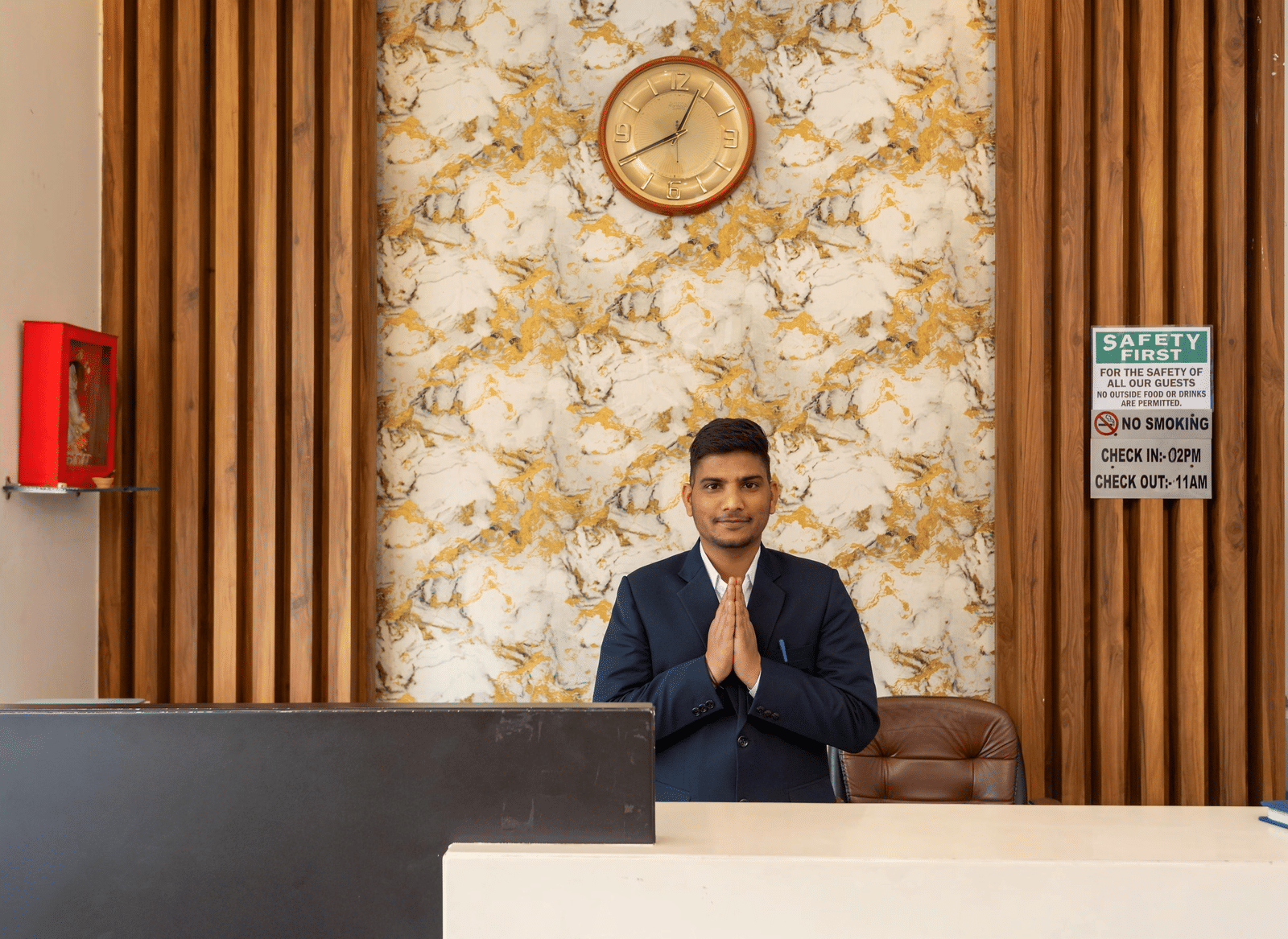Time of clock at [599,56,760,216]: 12:40
